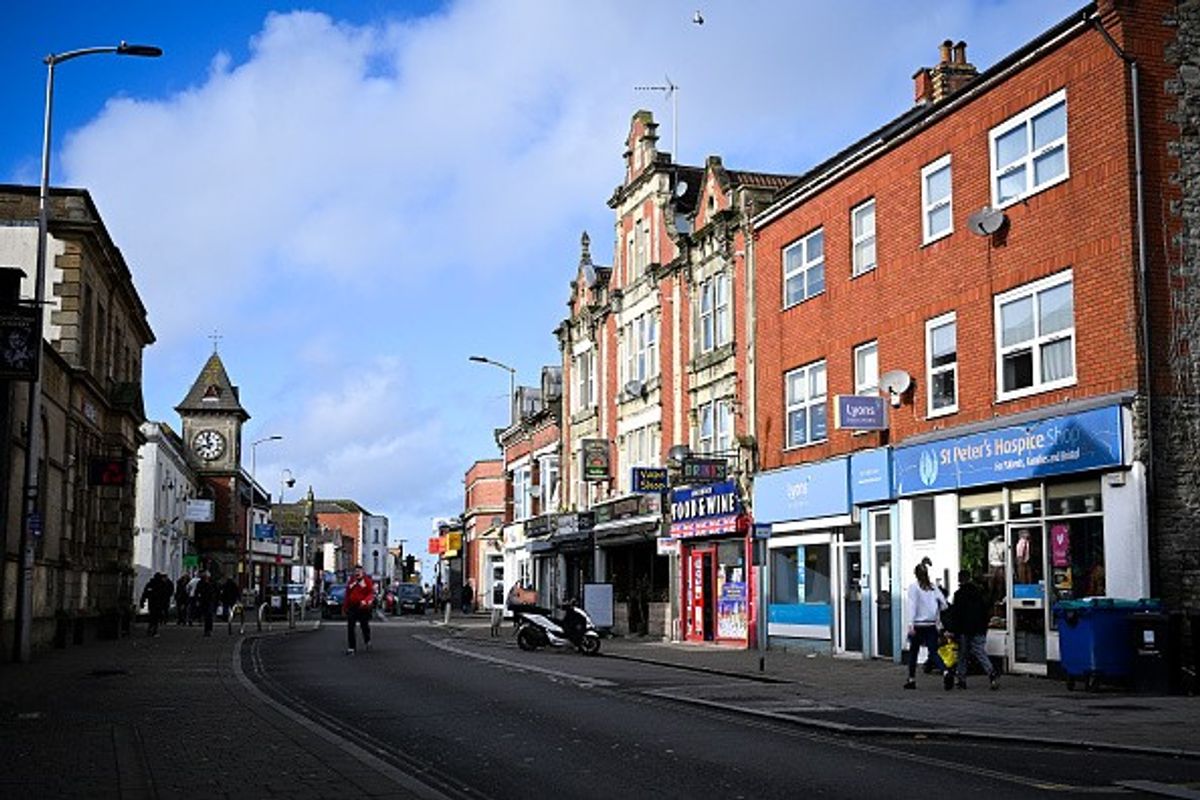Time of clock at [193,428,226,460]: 11:41
